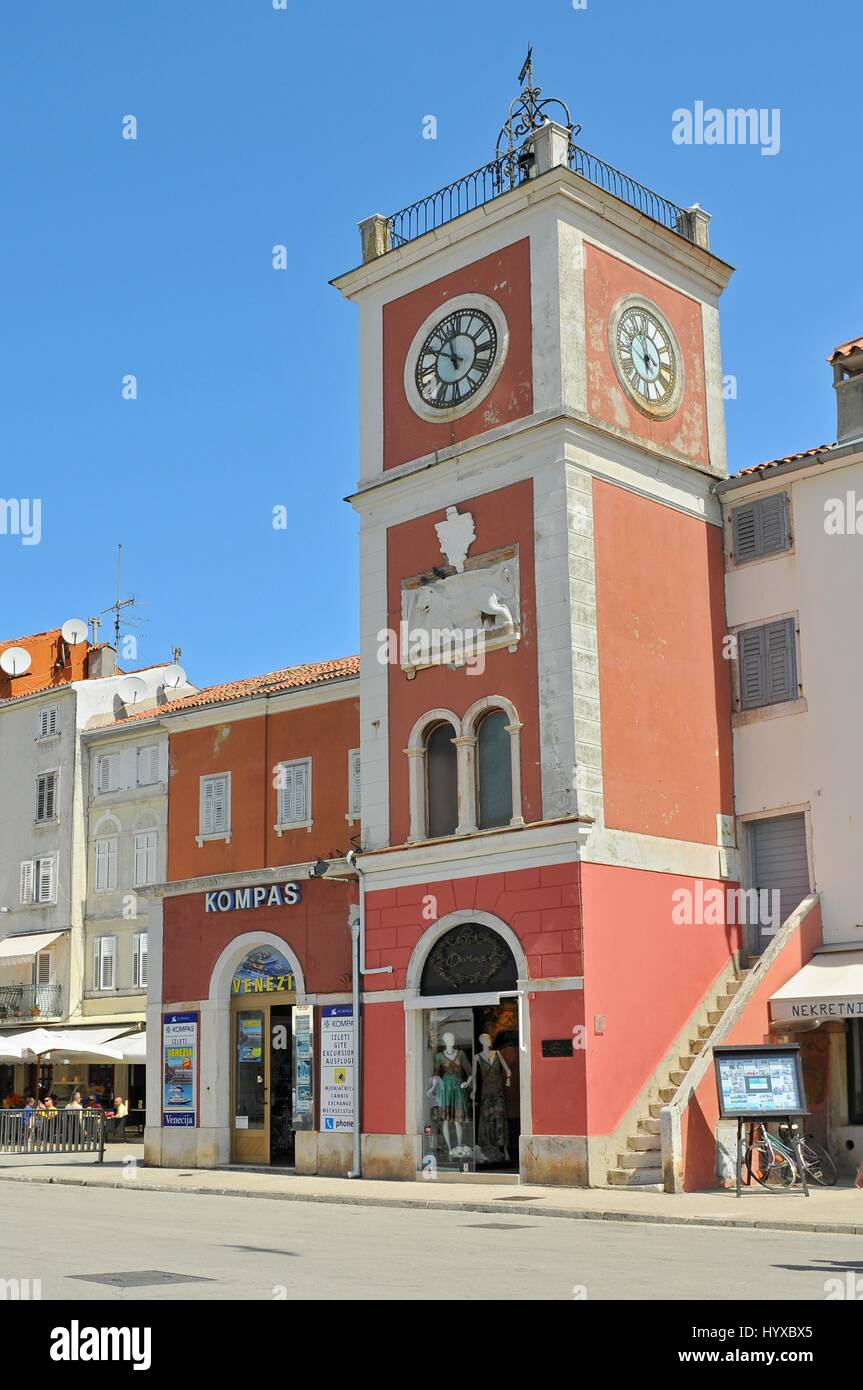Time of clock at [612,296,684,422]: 5:59
